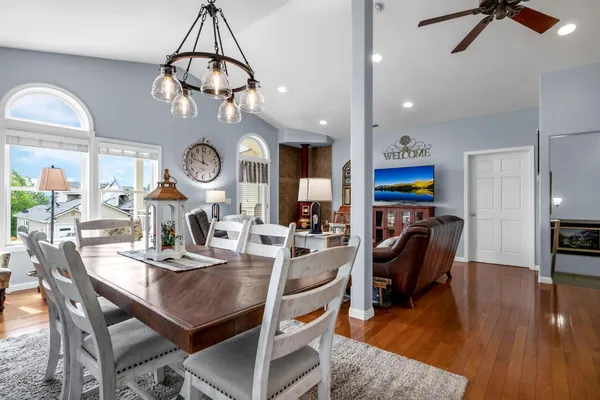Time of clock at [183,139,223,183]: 11:47
